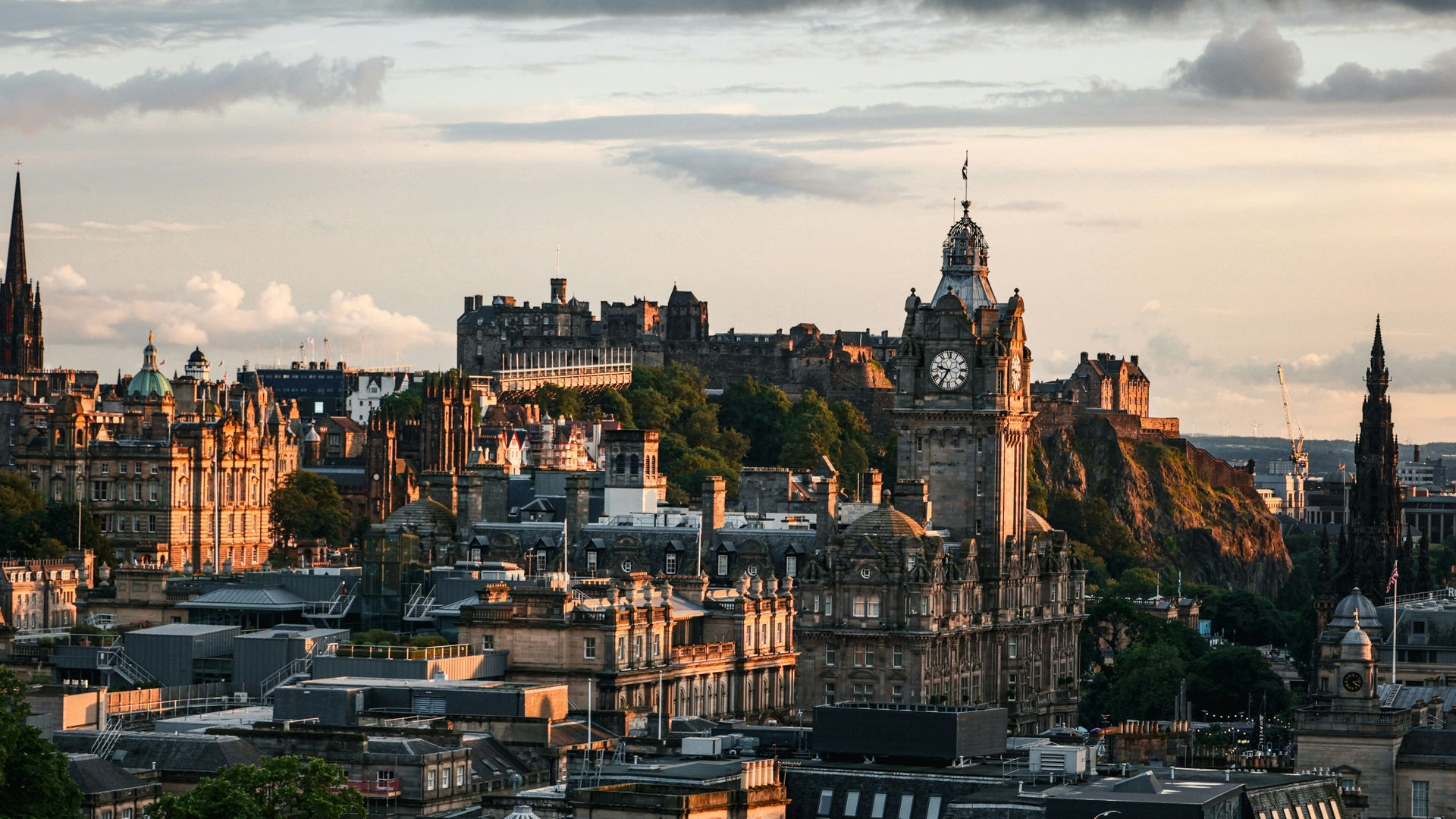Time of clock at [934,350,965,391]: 9:35
